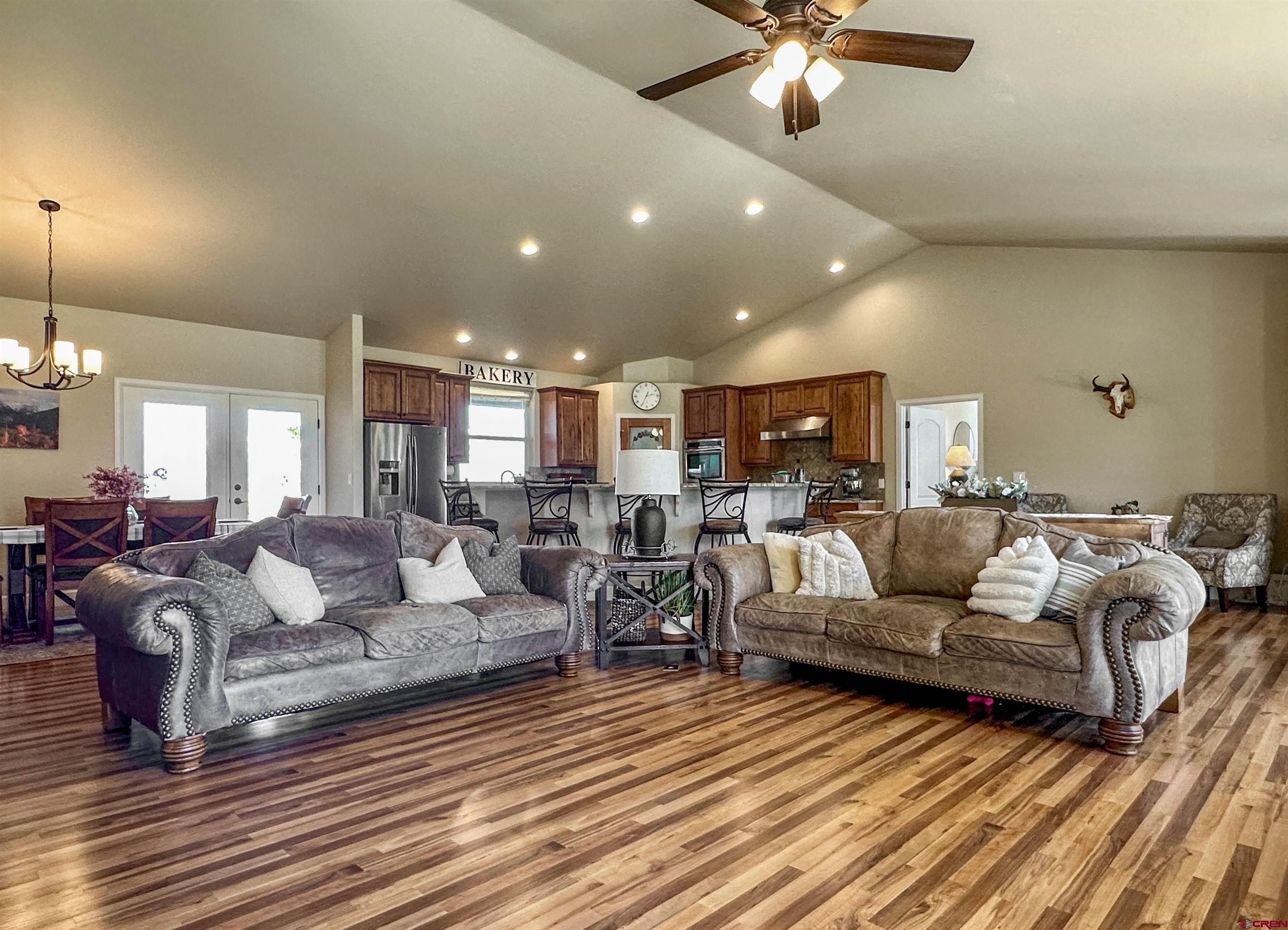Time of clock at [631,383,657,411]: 2:34
